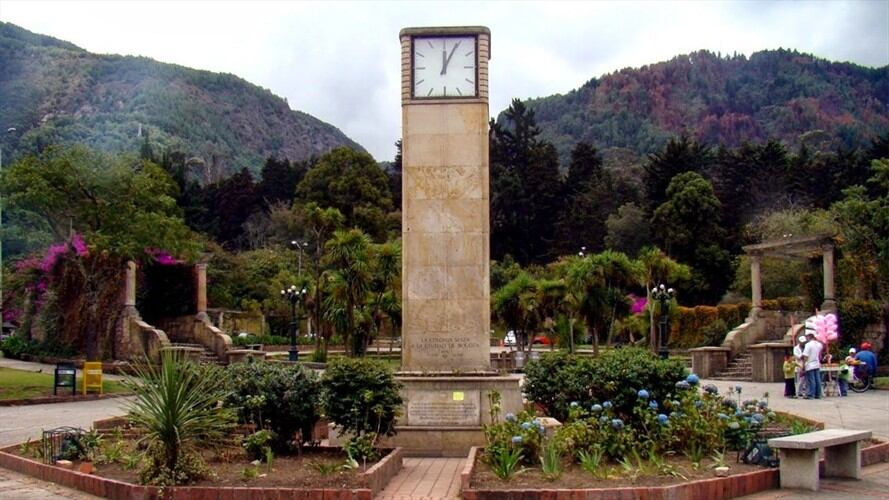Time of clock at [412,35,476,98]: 12:04
